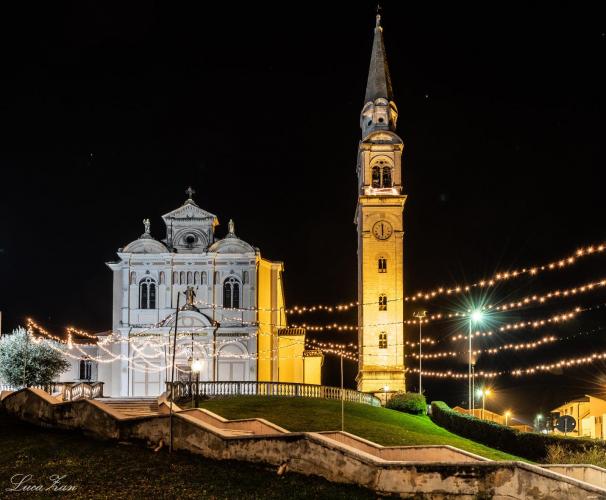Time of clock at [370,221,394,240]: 5:59
